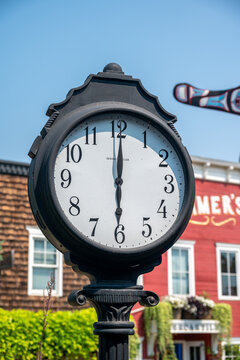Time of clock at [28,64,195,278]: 6:00
